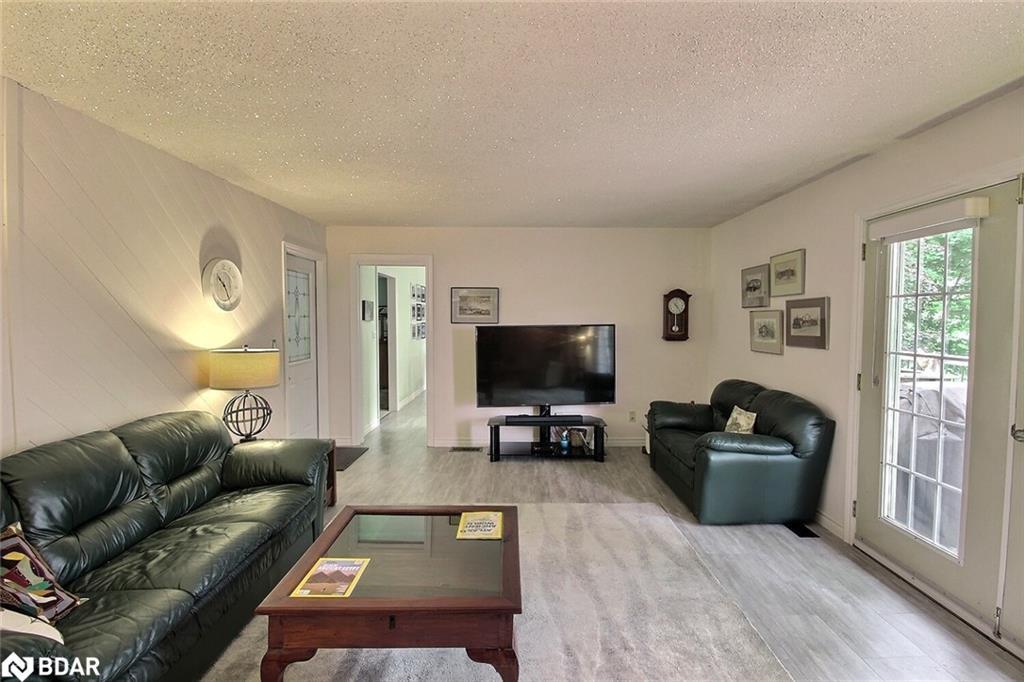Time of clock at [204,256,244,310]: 10:25
